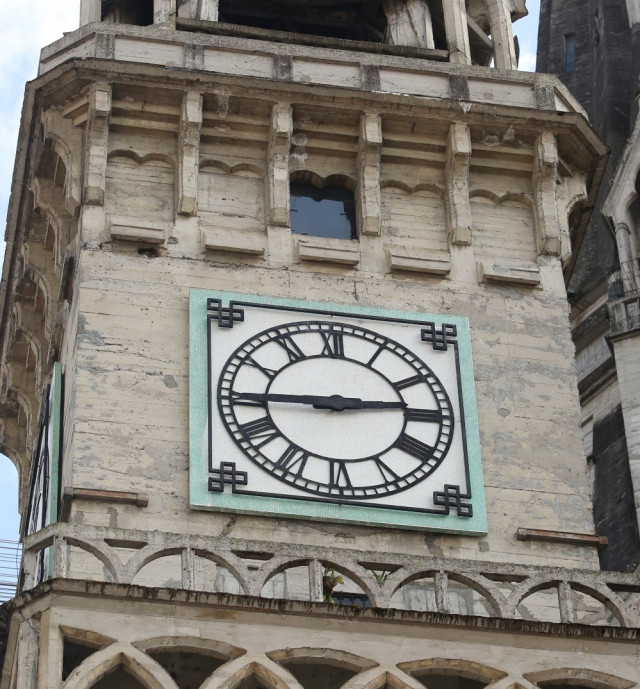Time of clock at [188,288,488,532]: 2:44
